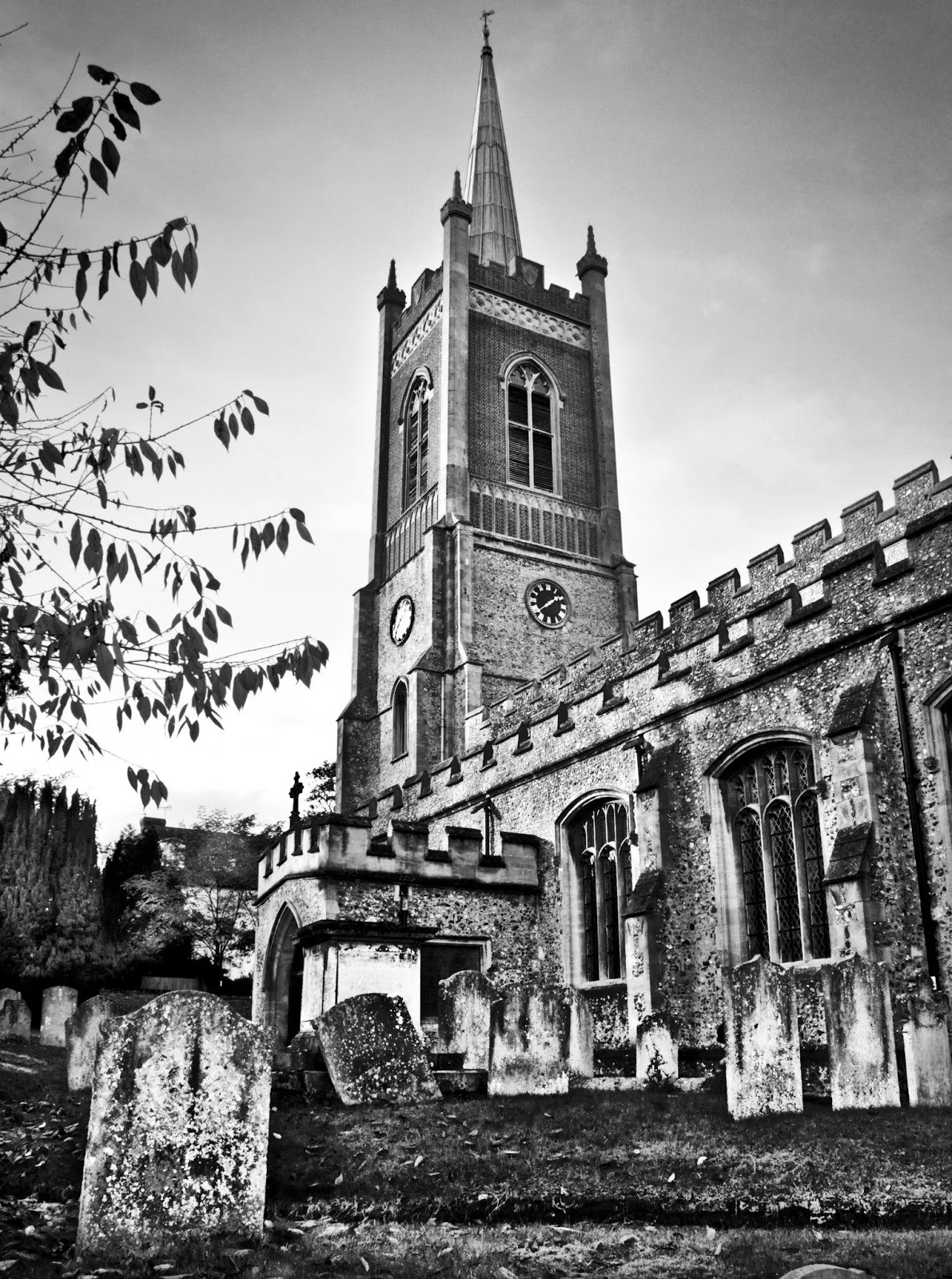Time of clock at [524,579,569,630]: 1:39
